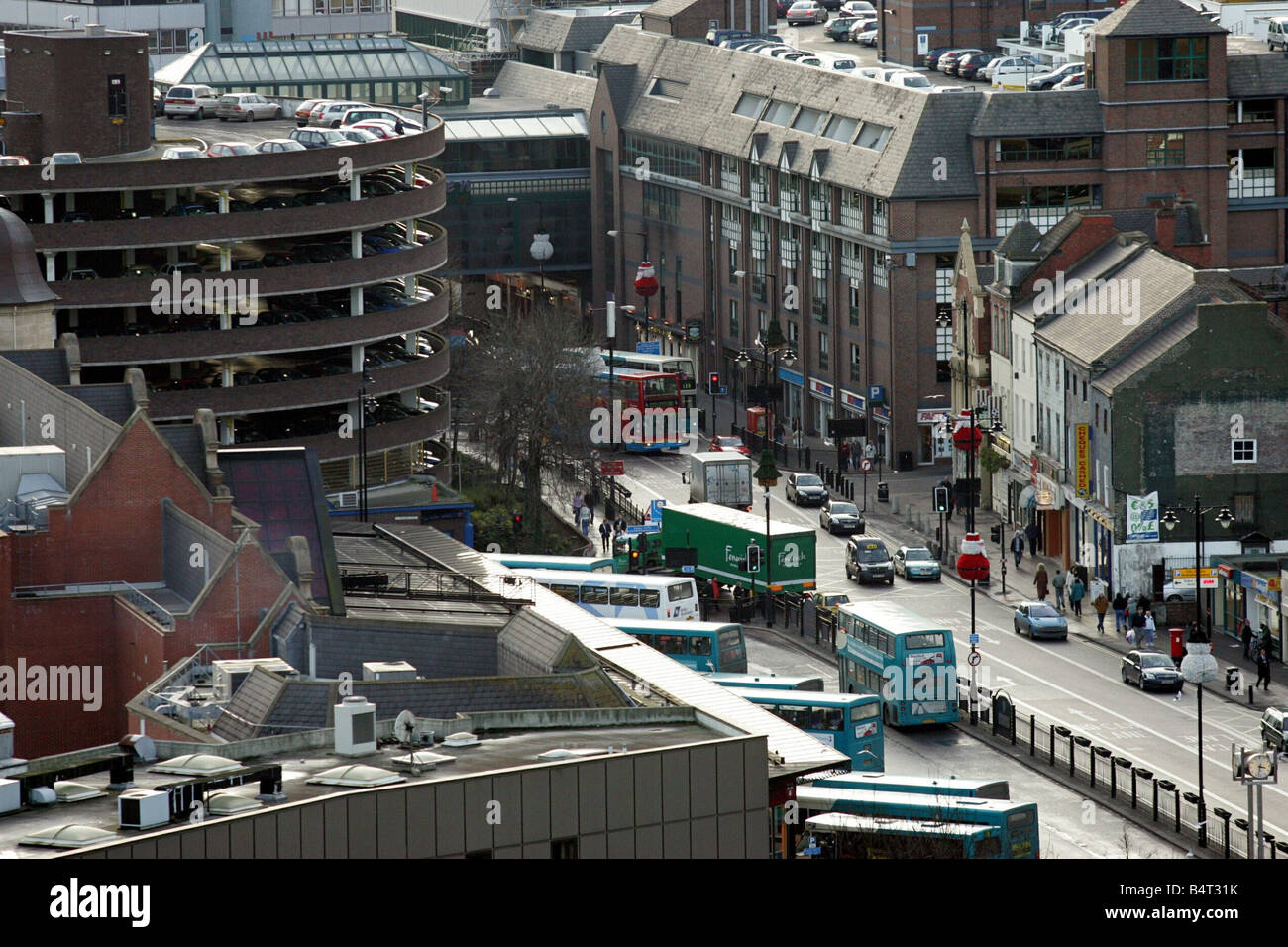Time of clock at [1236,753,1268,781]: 3:32
